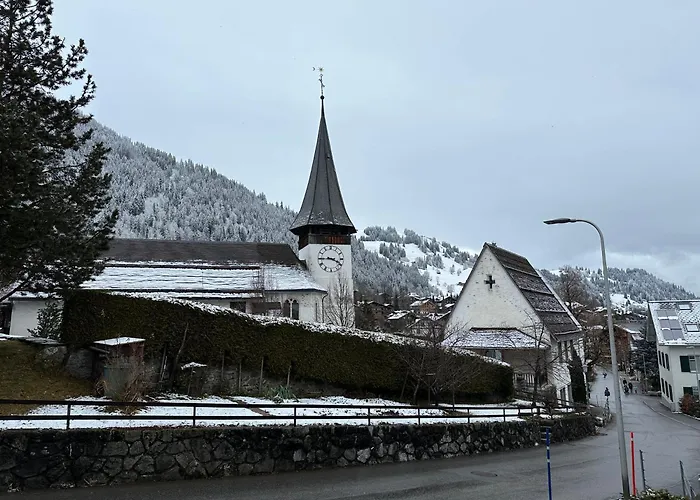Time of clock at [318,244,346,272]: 3:44
